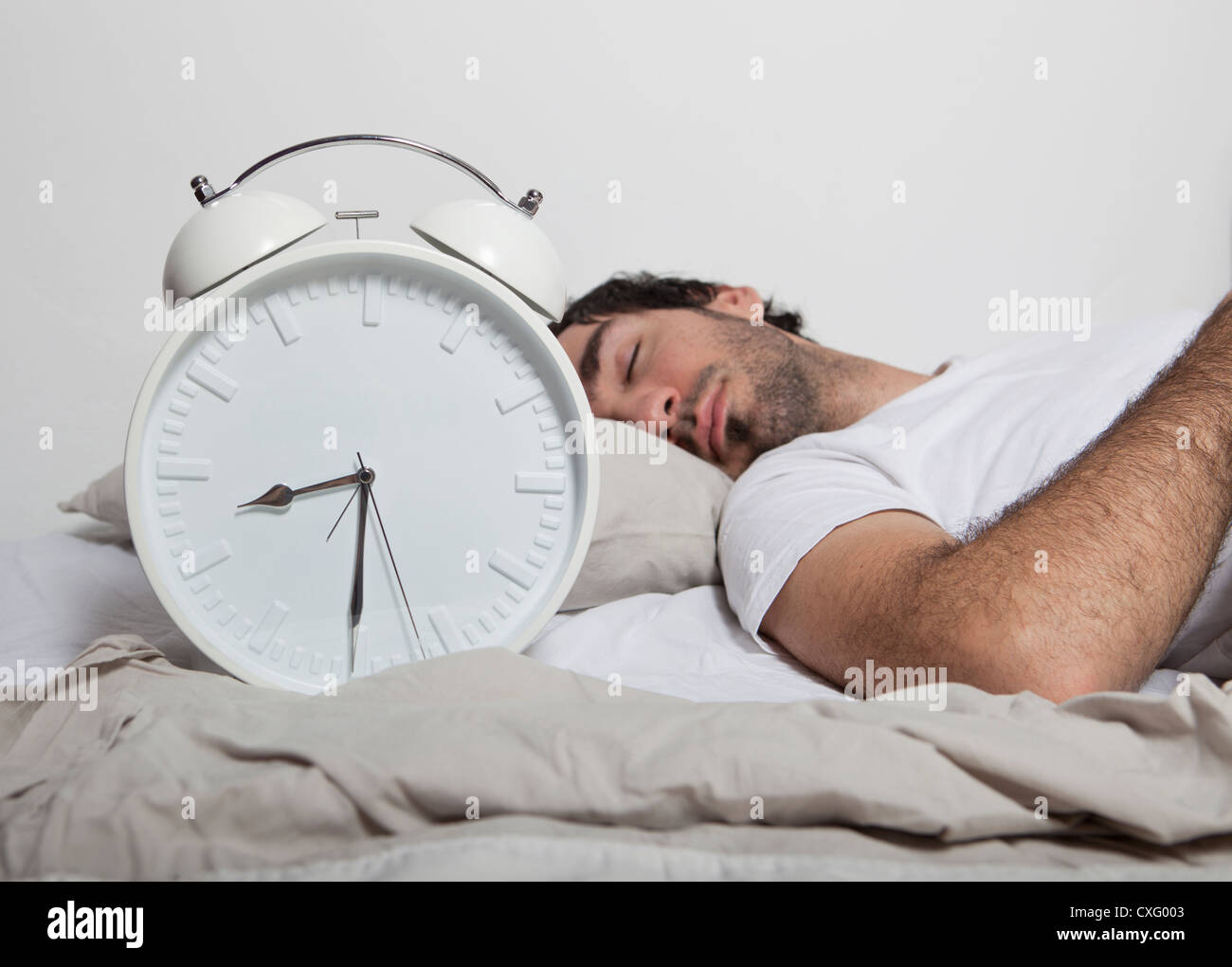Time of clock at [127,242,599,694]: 8:29
